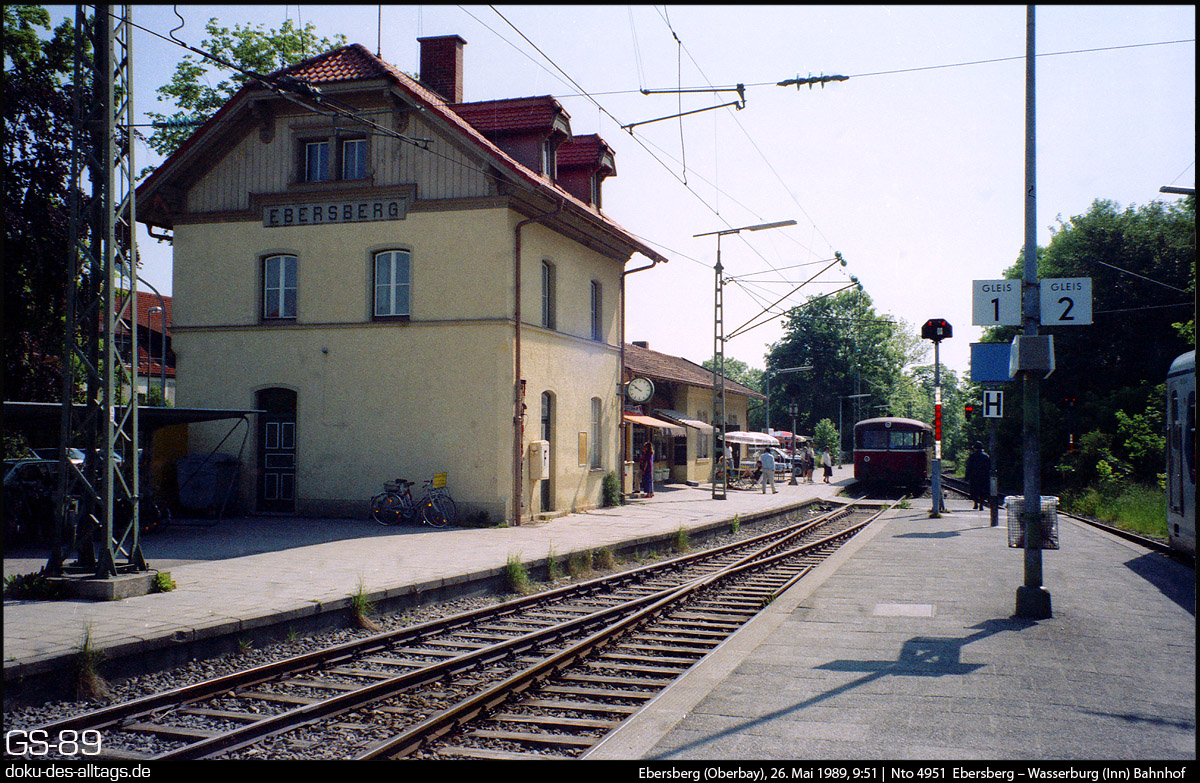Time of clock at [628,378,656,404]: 9:50
